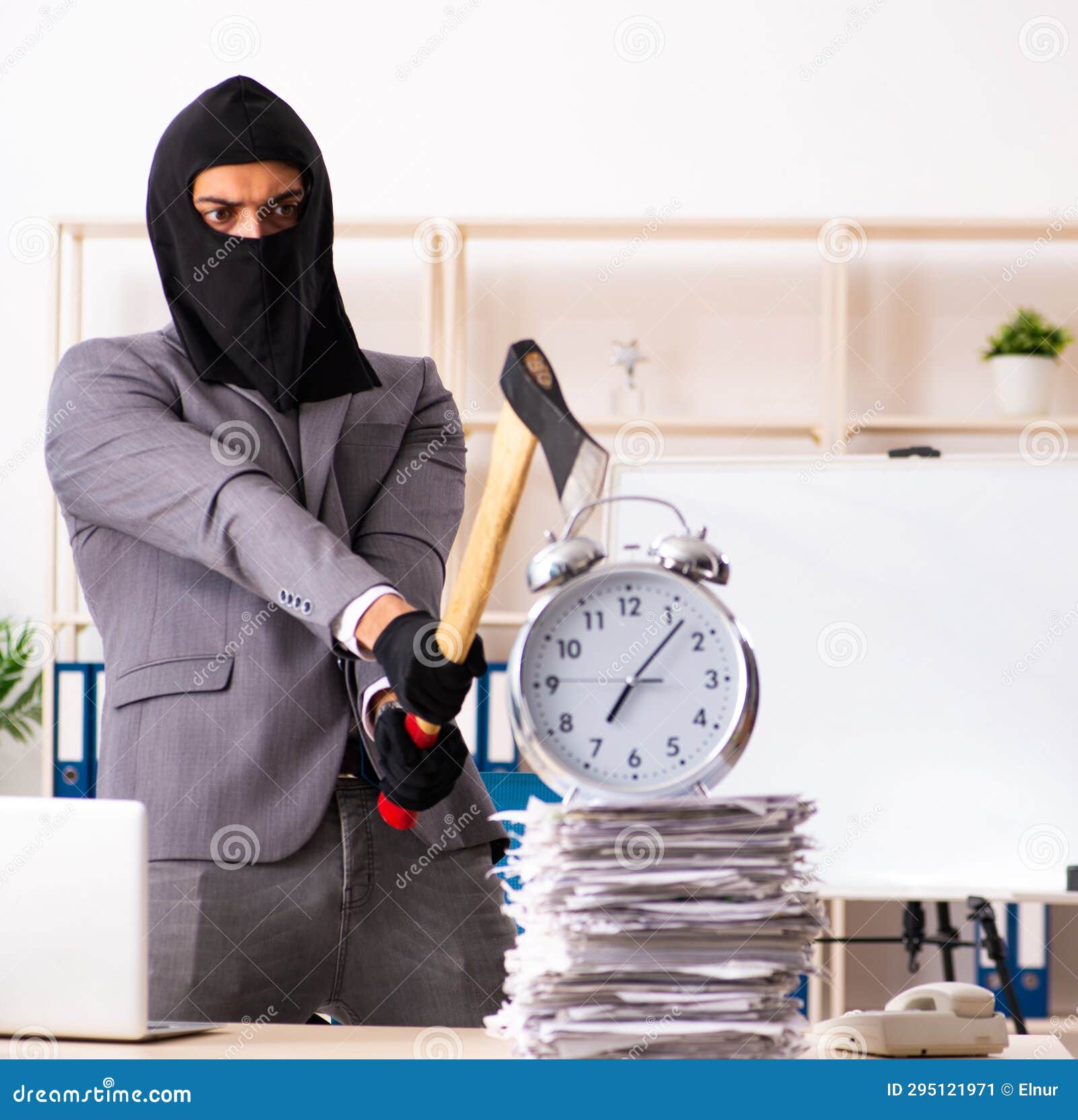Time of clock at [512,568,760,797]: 7:07
